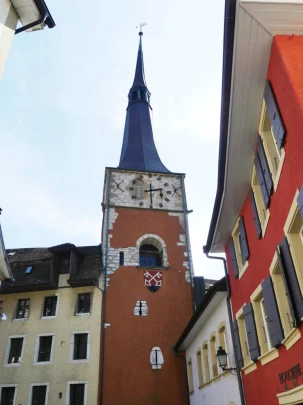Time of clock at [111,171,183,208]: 2:29
